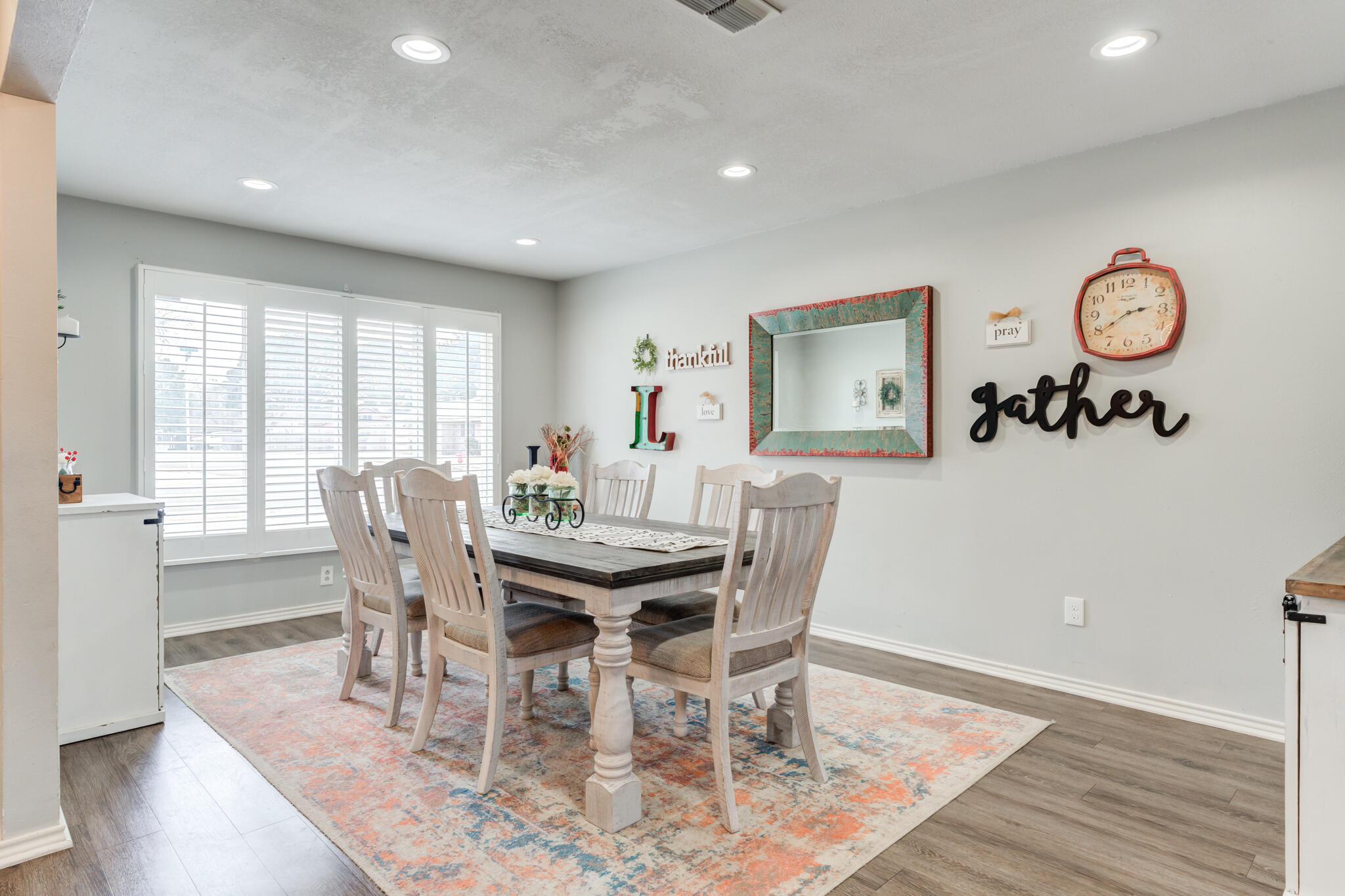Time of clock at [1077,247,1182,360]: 2:39
